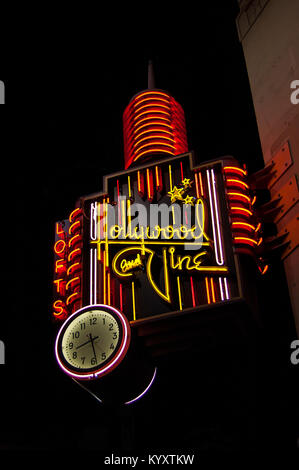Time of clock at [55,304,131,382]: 8:28
